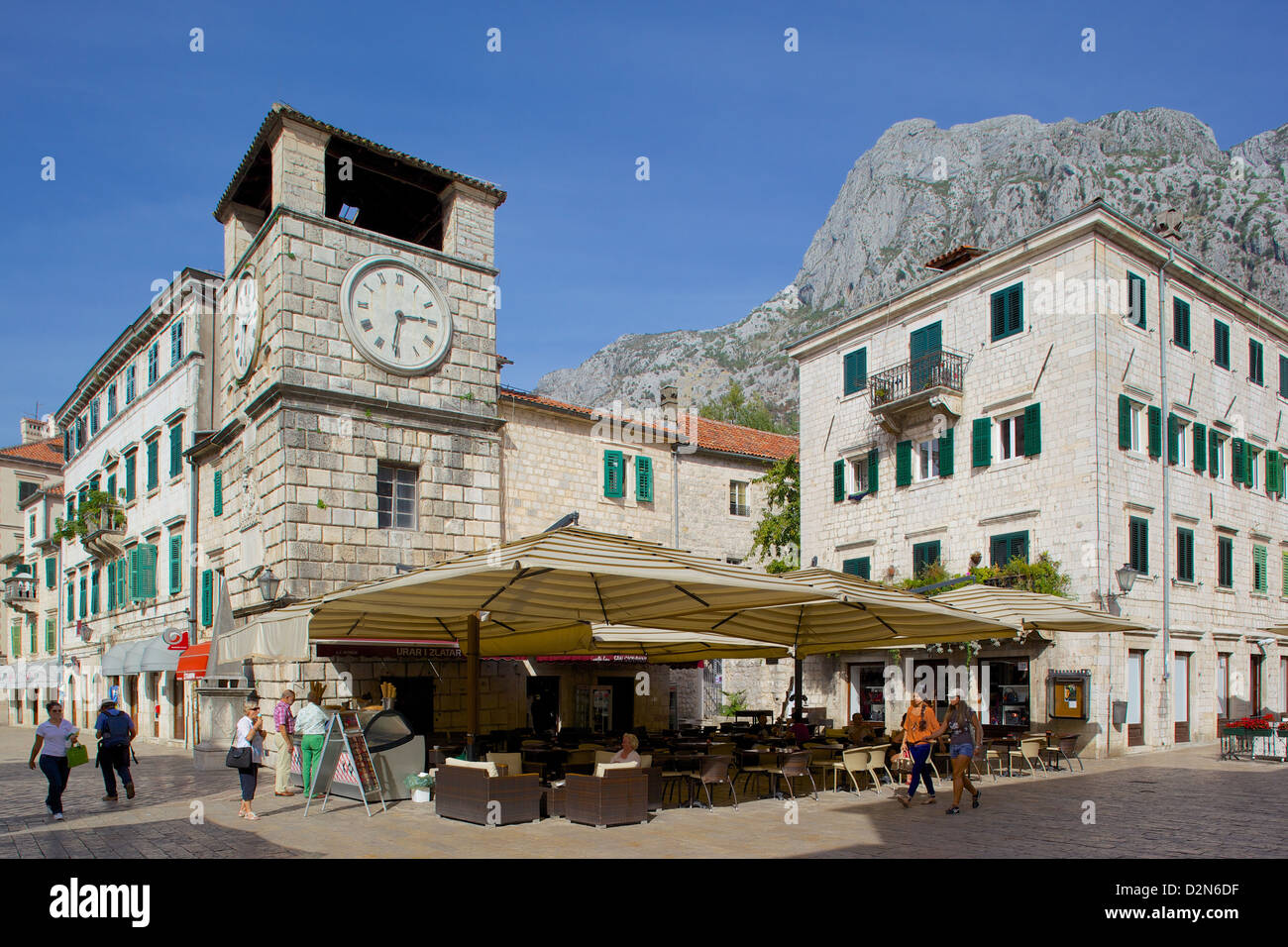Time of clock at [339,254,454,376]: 6:14
